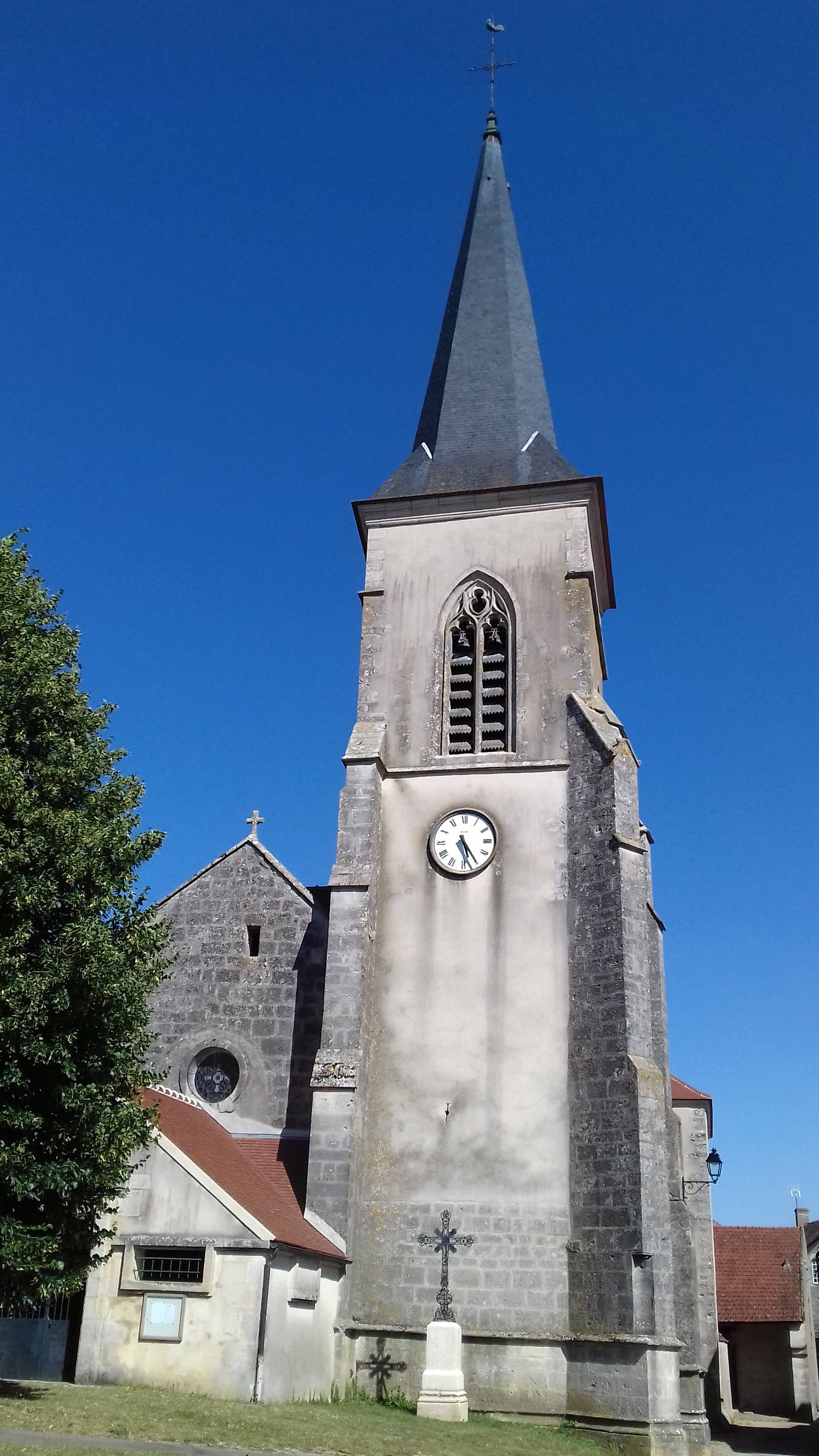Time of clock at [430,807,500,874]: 5:24
